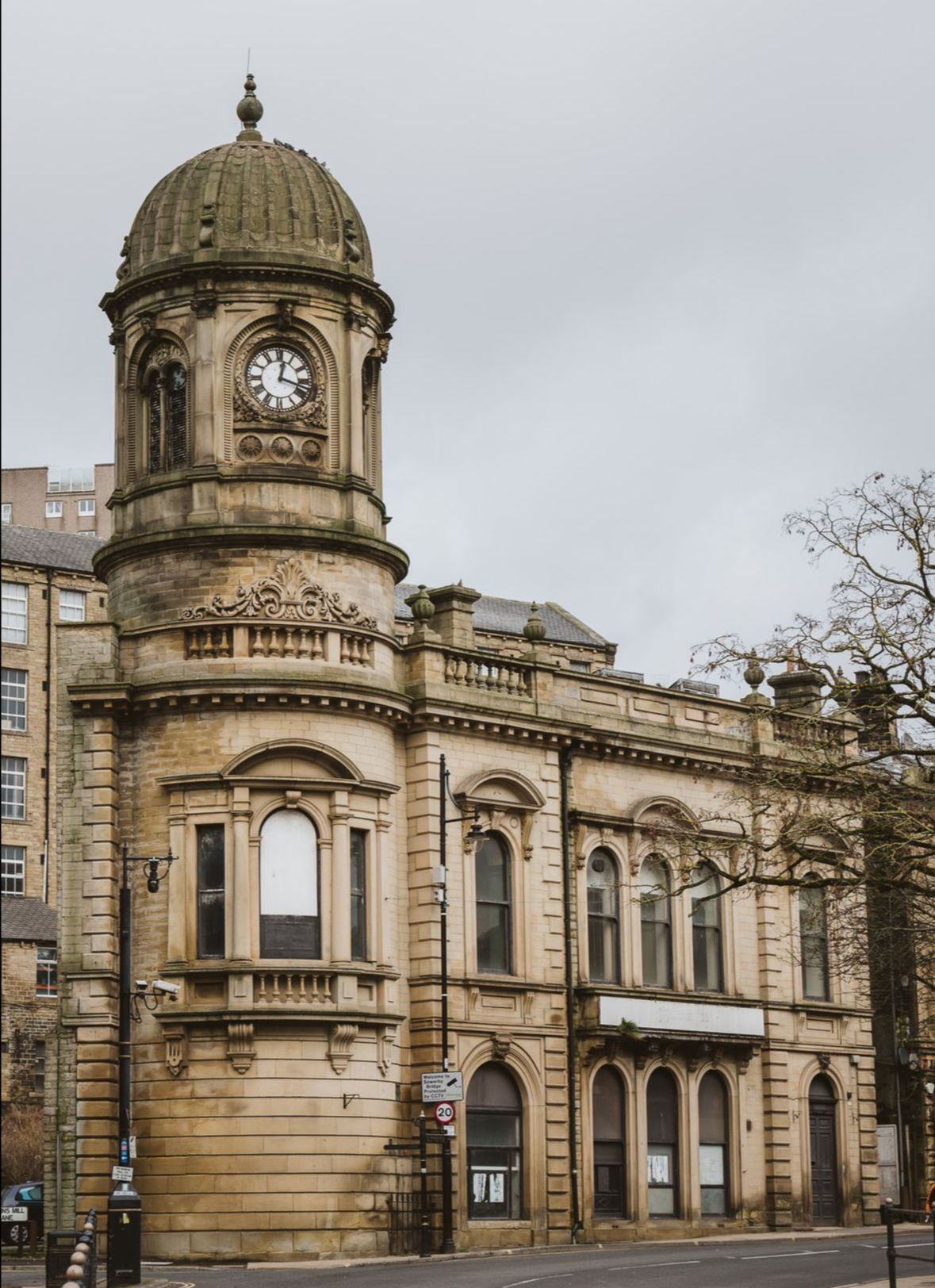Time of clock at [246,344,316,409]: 12:17
